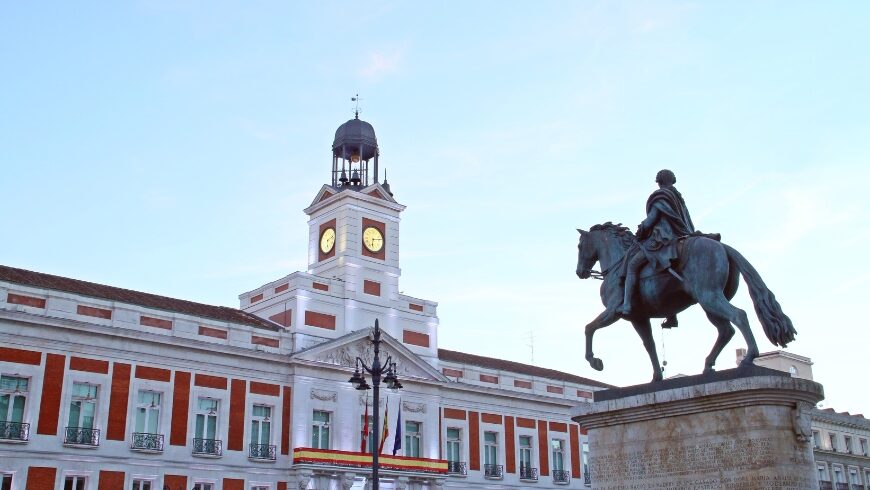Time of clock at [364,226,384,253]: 6:13
